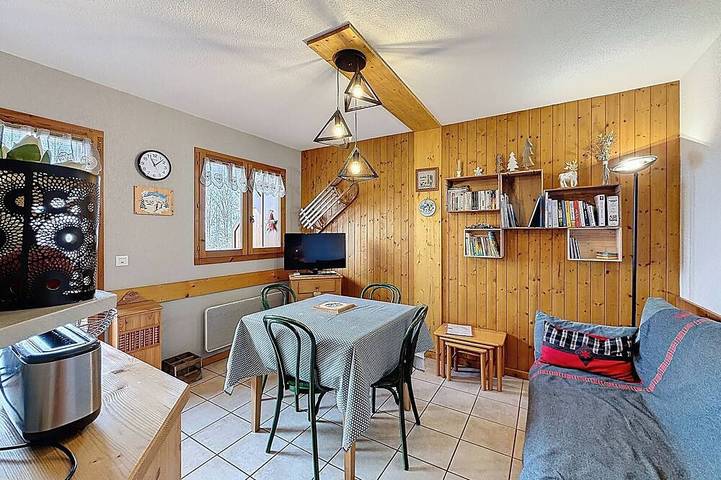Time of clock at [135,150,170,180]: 11:07
